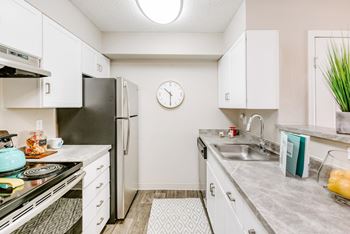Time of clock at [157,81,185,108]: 10:30
